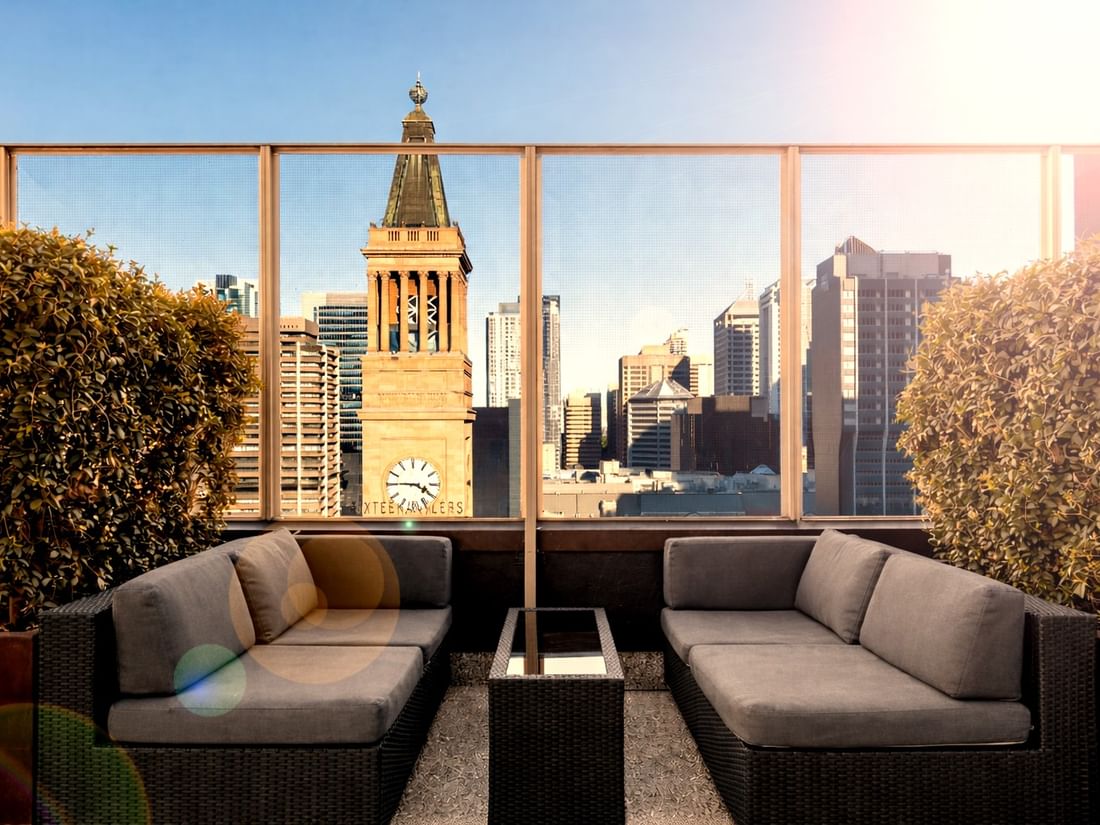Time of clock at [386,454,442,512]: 3:45
